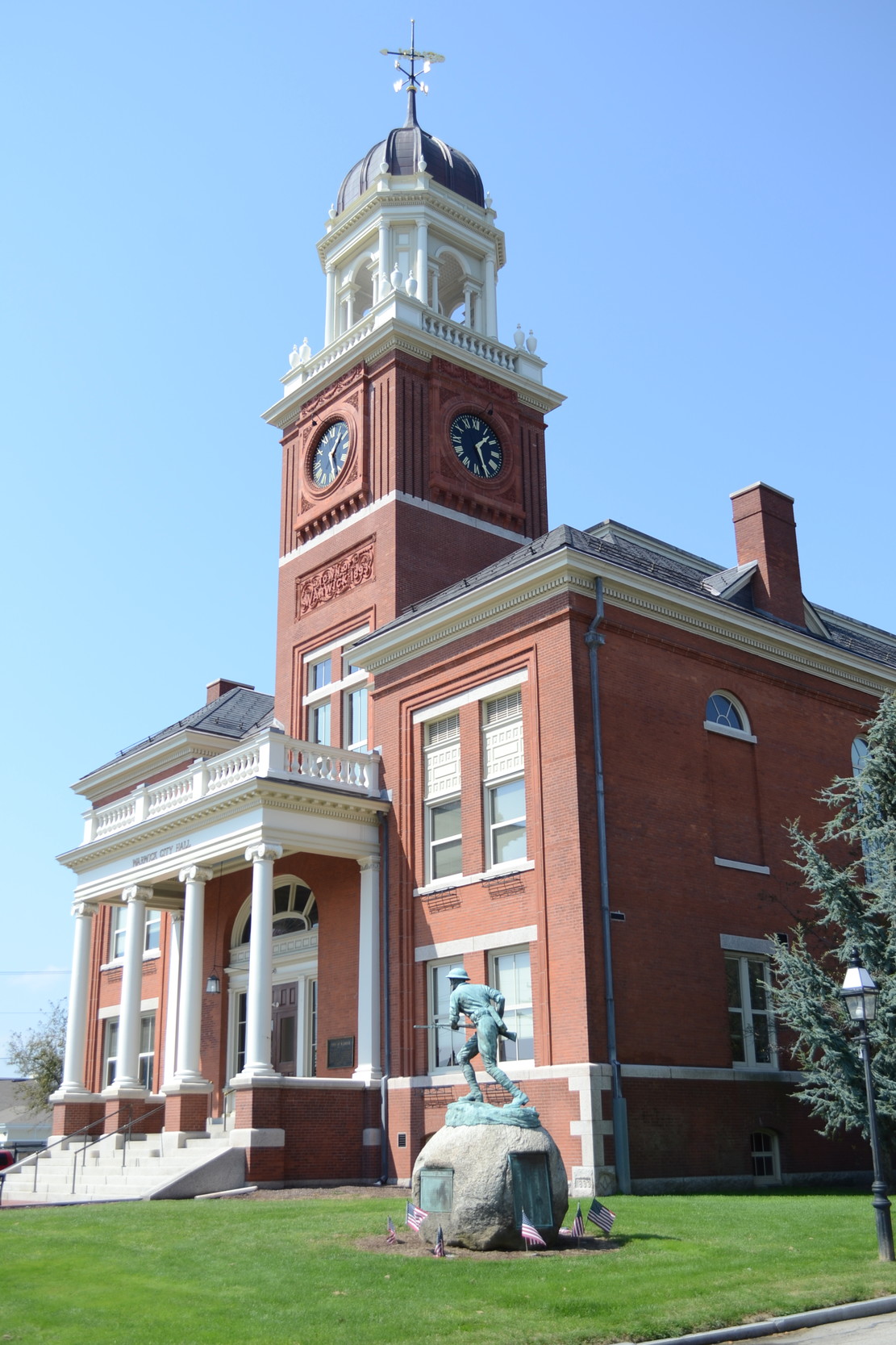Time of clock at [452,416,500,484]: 1:26
